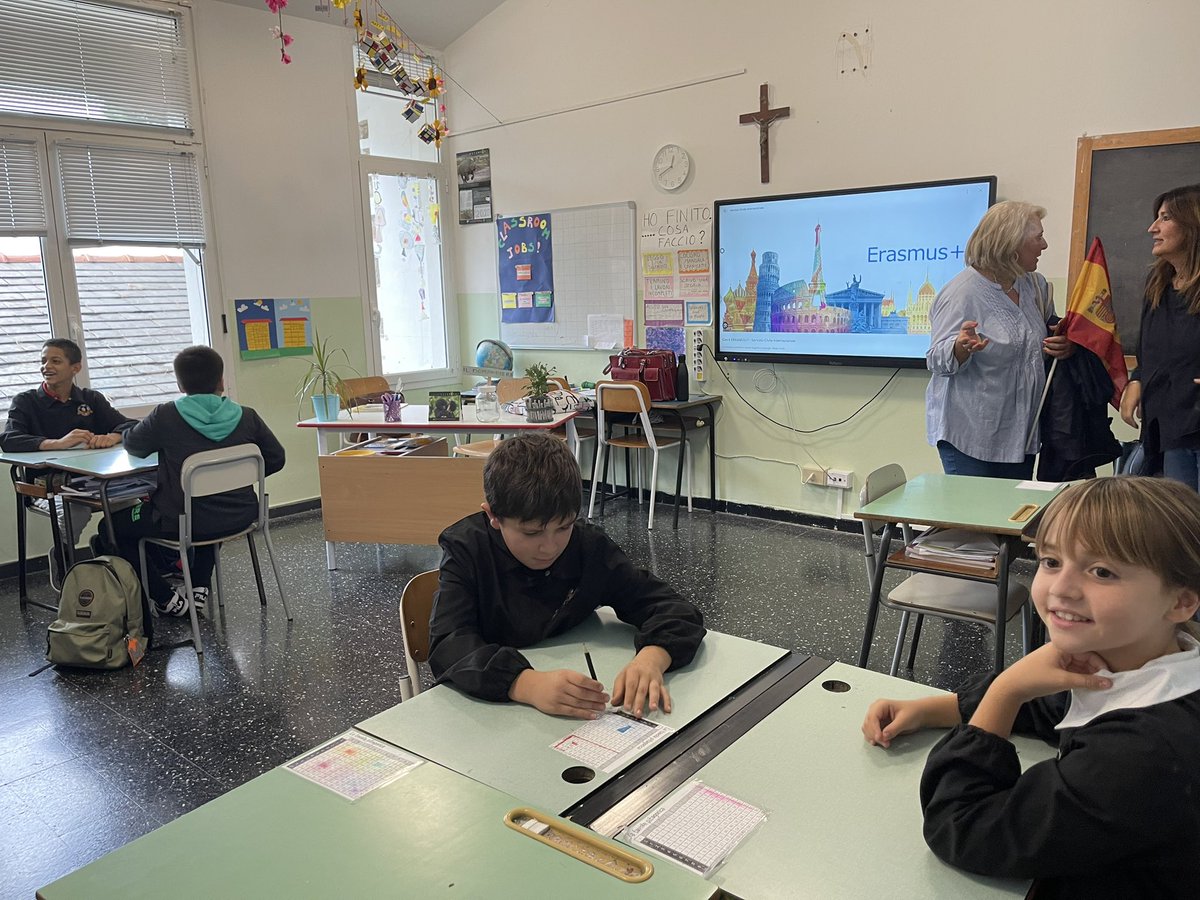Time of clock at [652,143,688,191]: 12:41
